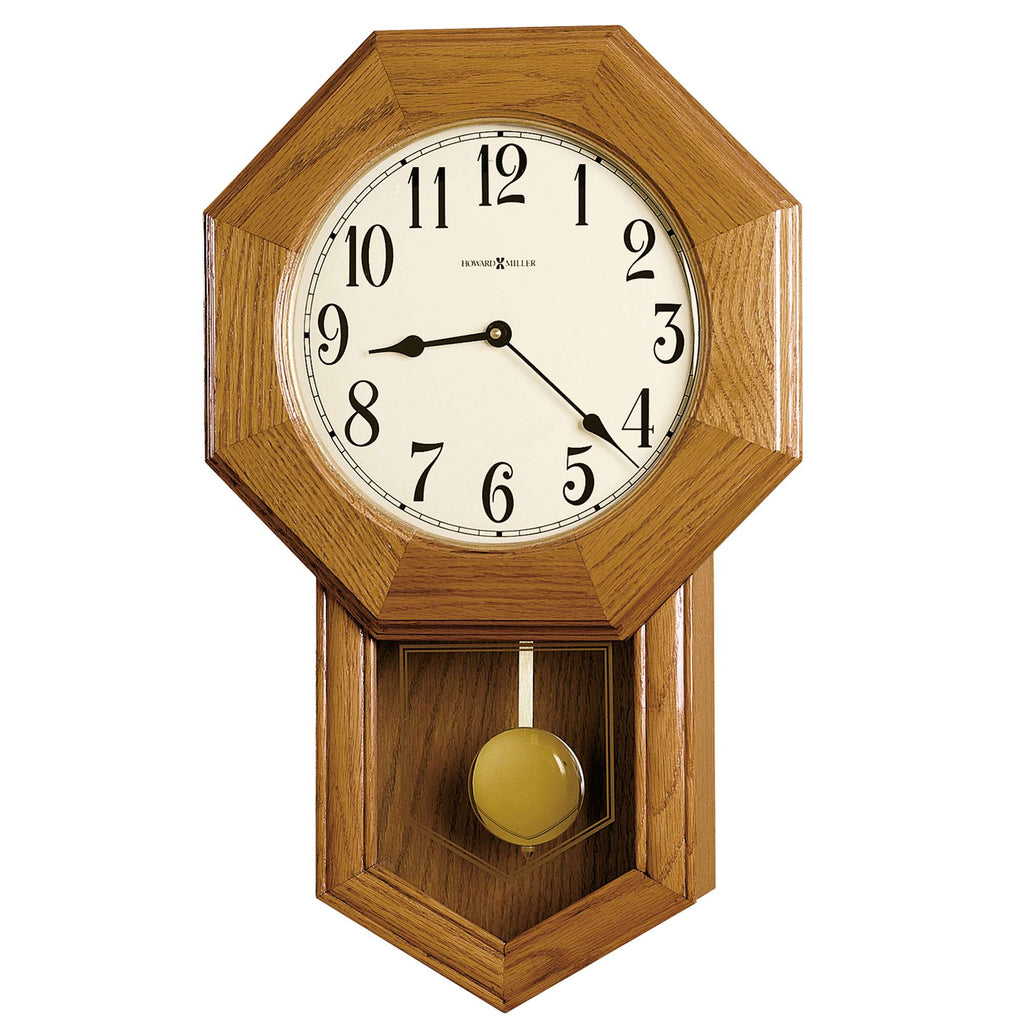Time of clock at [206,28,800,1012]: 8:21
